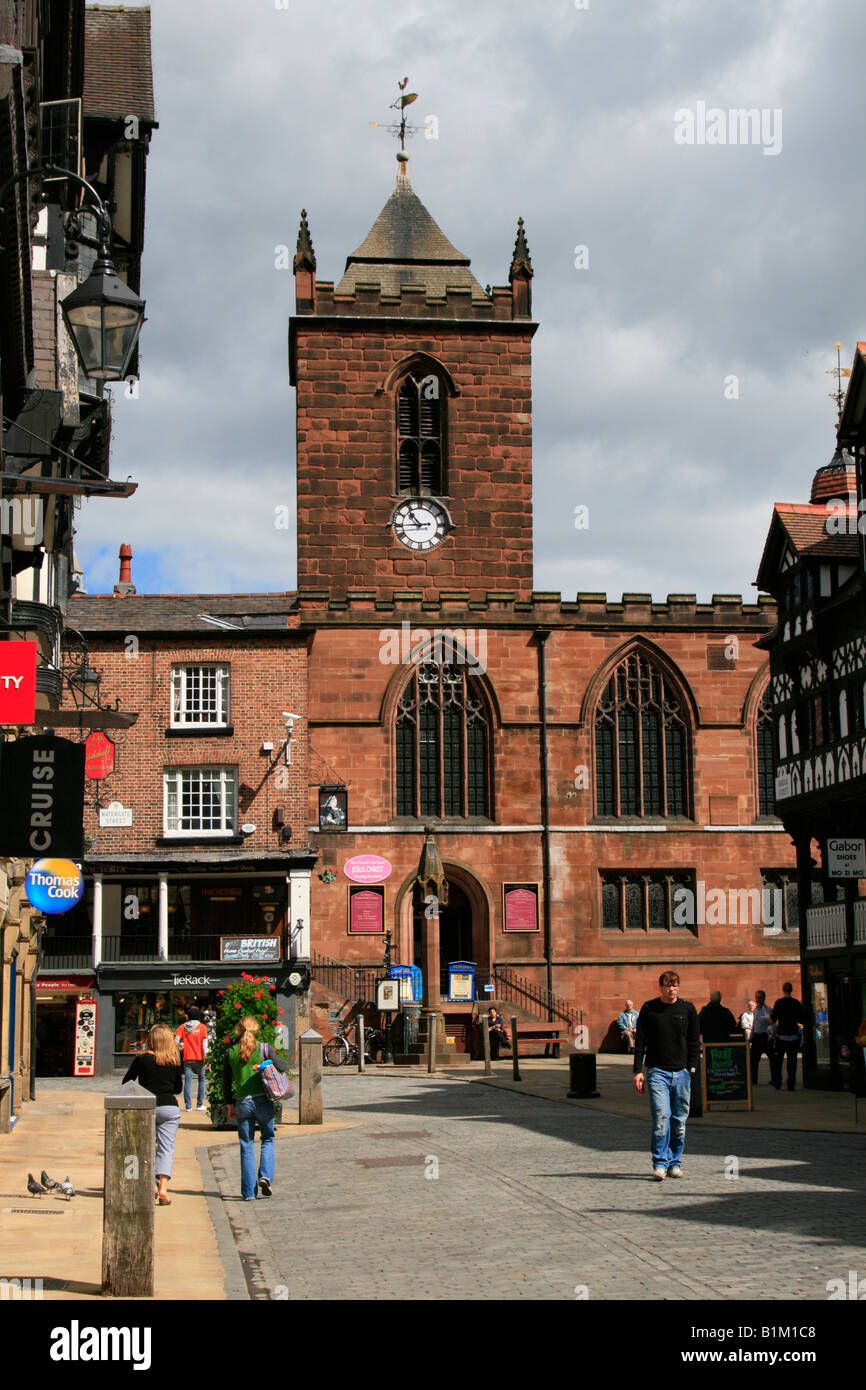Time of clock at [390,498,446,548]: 10:44
